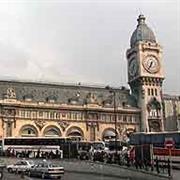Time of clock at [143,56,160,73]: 6:34
